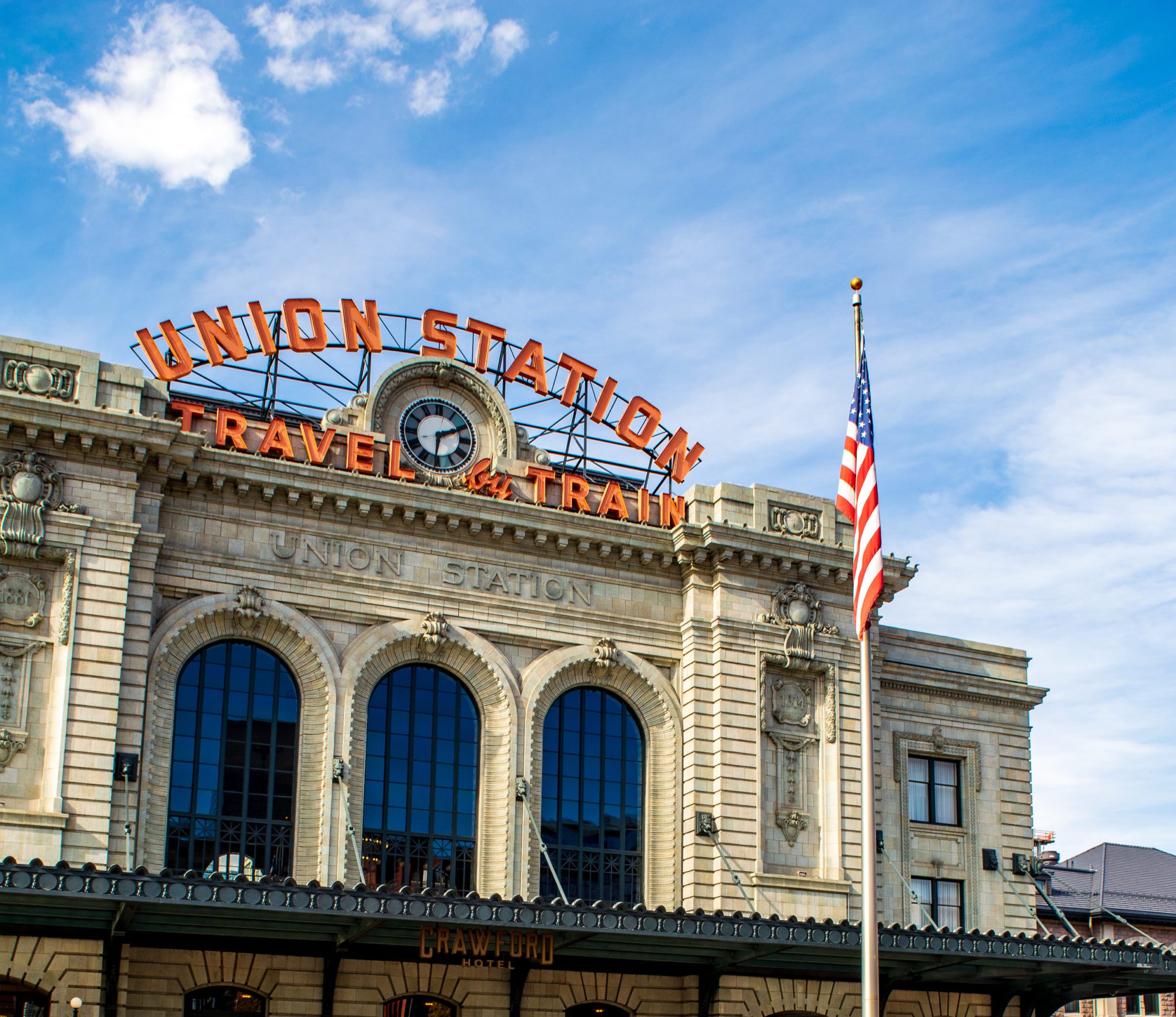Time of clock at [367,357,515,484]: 6:10
